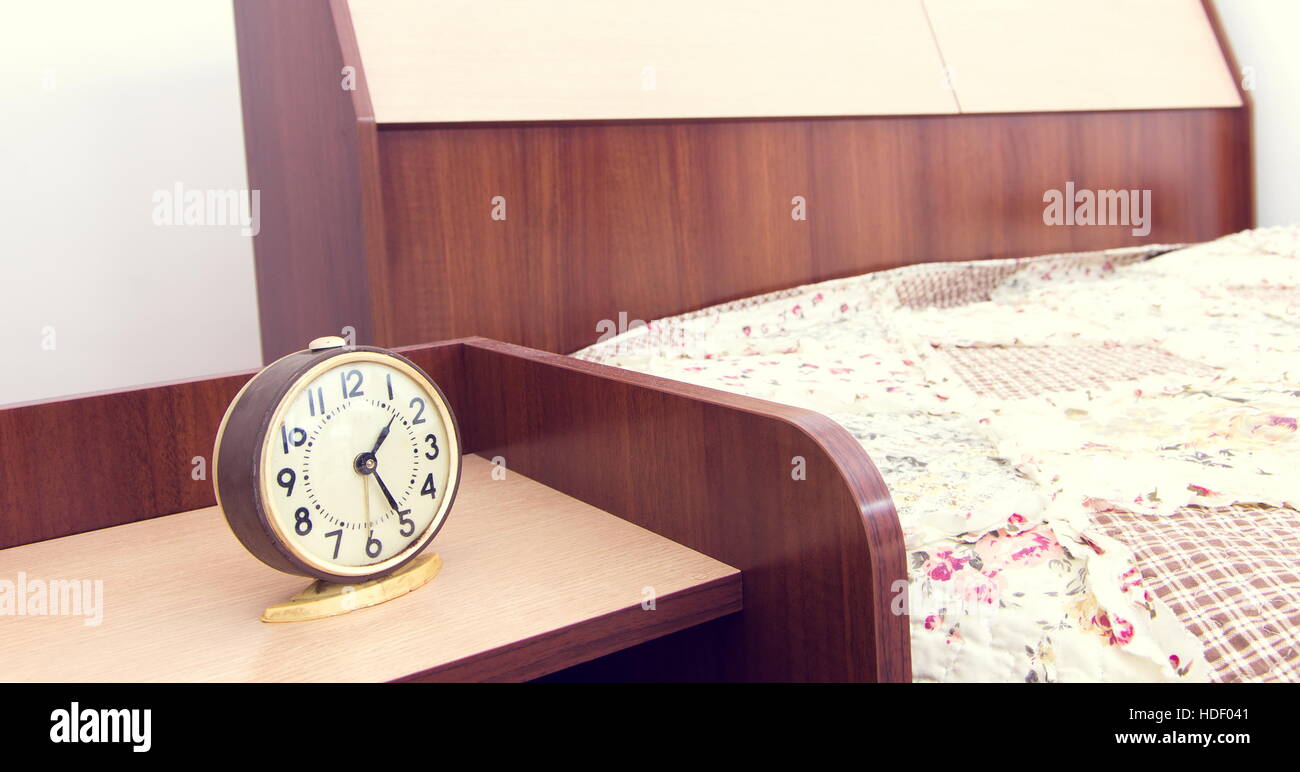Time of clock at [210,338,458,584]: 1:25
